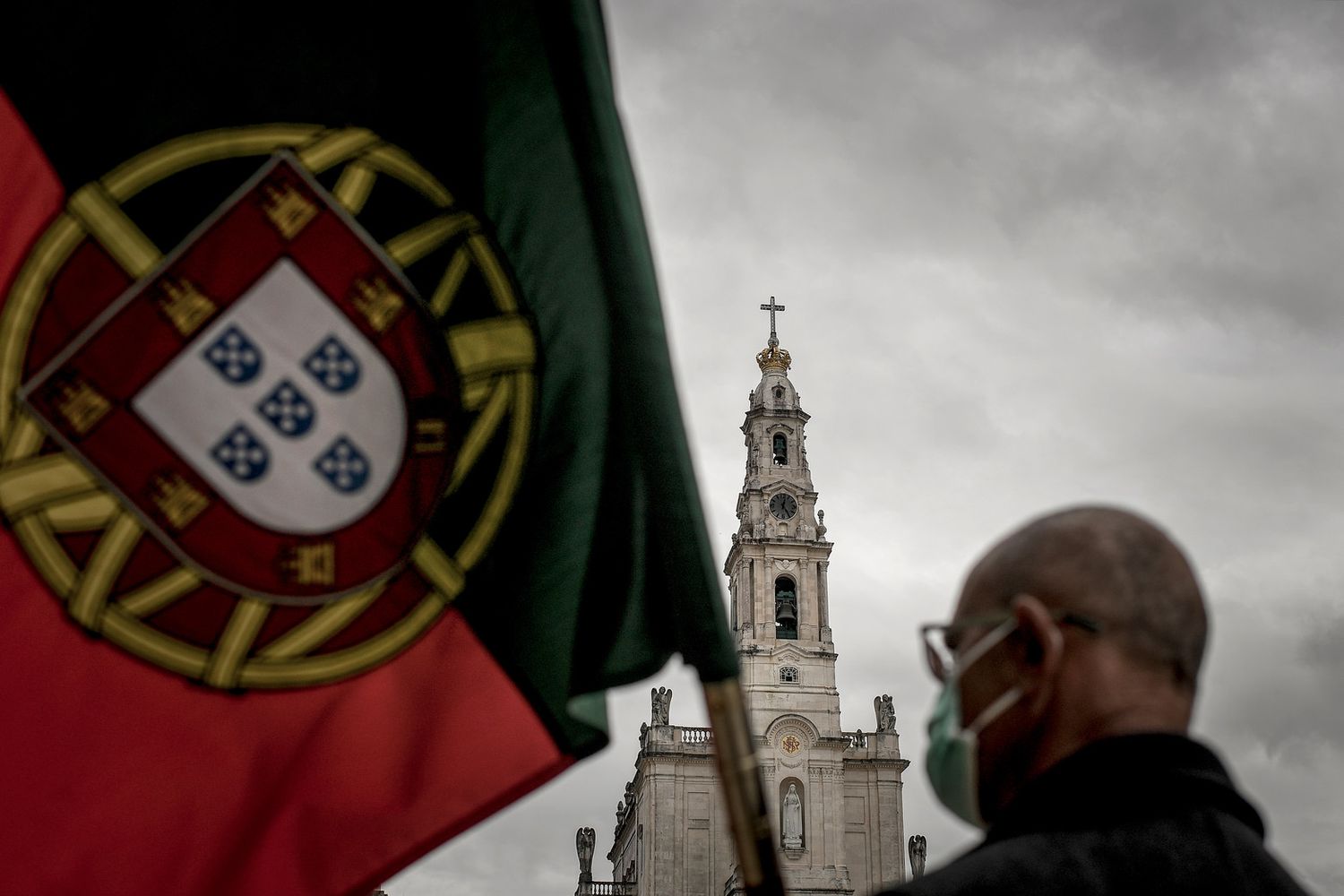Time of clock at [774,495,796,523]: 12:24
